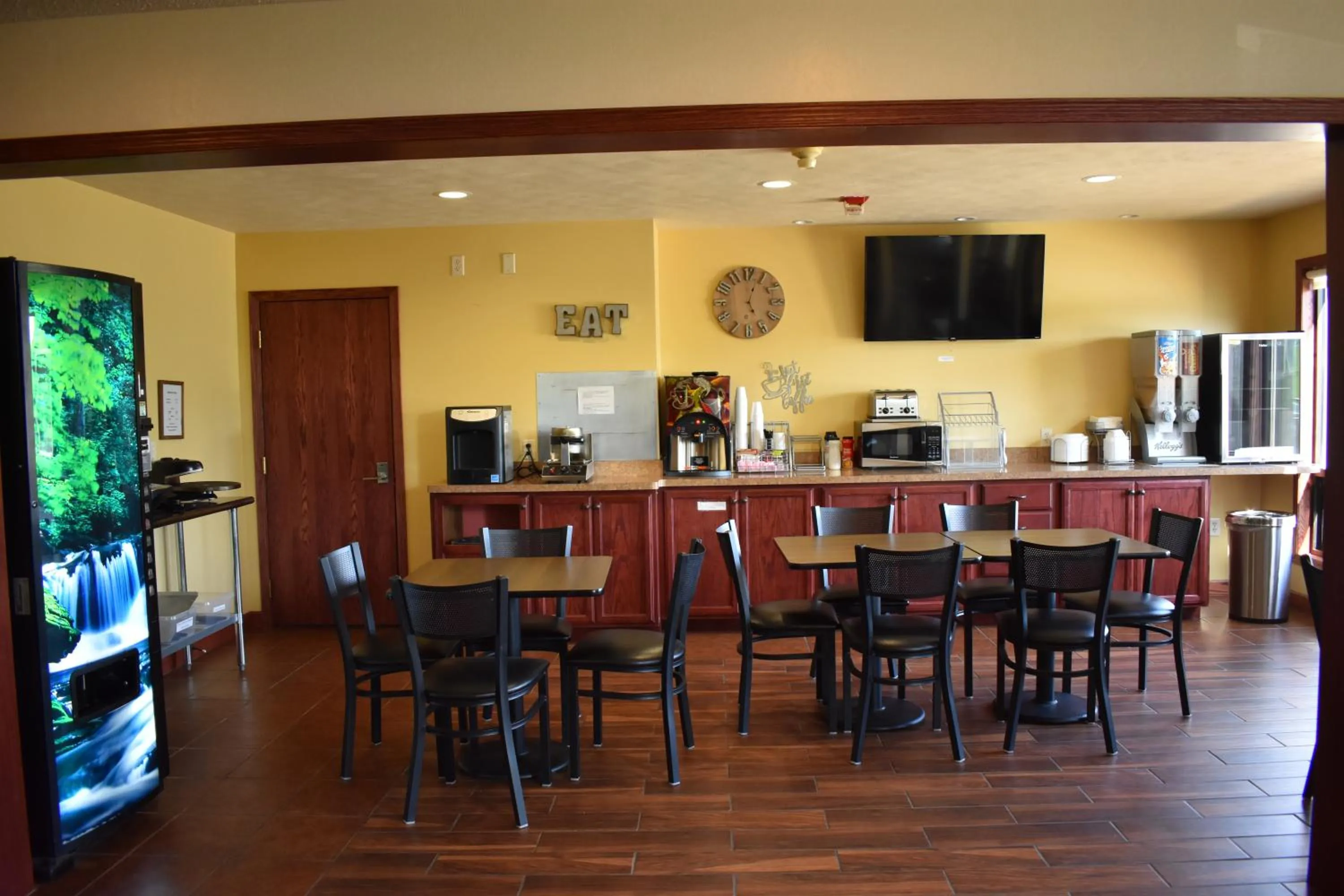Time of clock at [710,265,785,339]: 5:03
